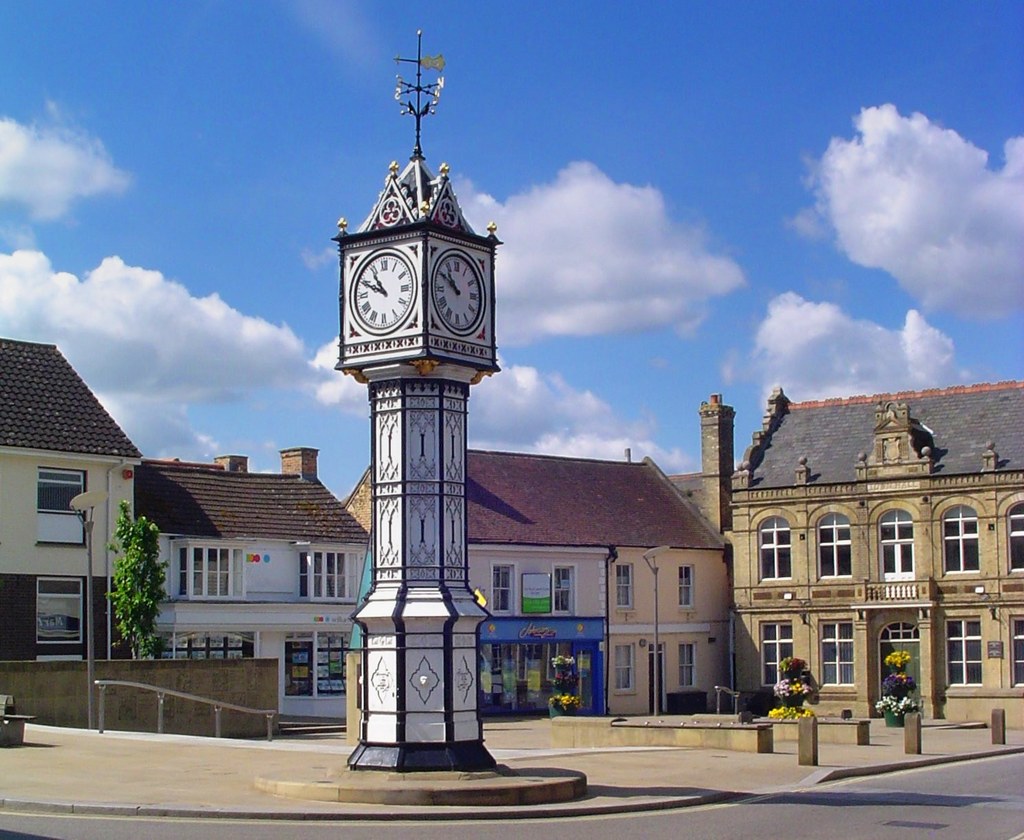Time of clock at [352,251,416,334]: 10:49
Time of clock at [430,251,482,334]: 10:50
